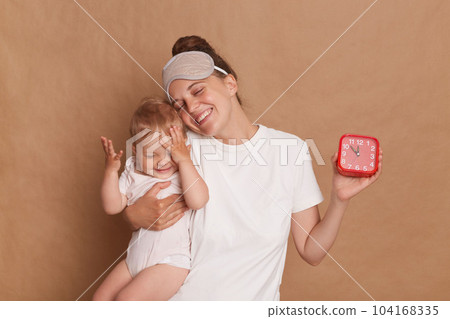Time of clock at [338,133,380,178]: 11:52
